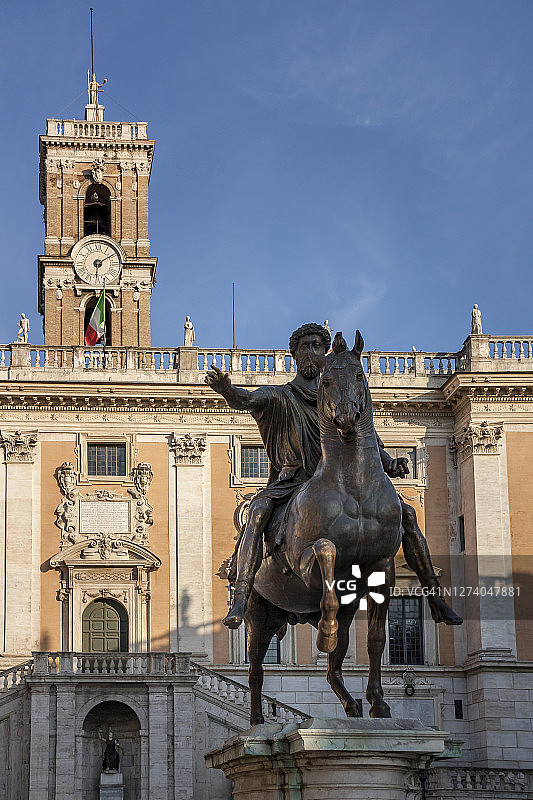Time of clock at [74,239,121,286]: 6:09
